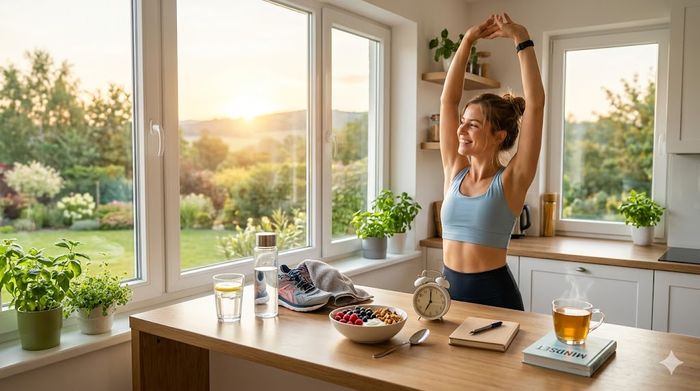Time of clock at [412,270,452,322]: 7:00
